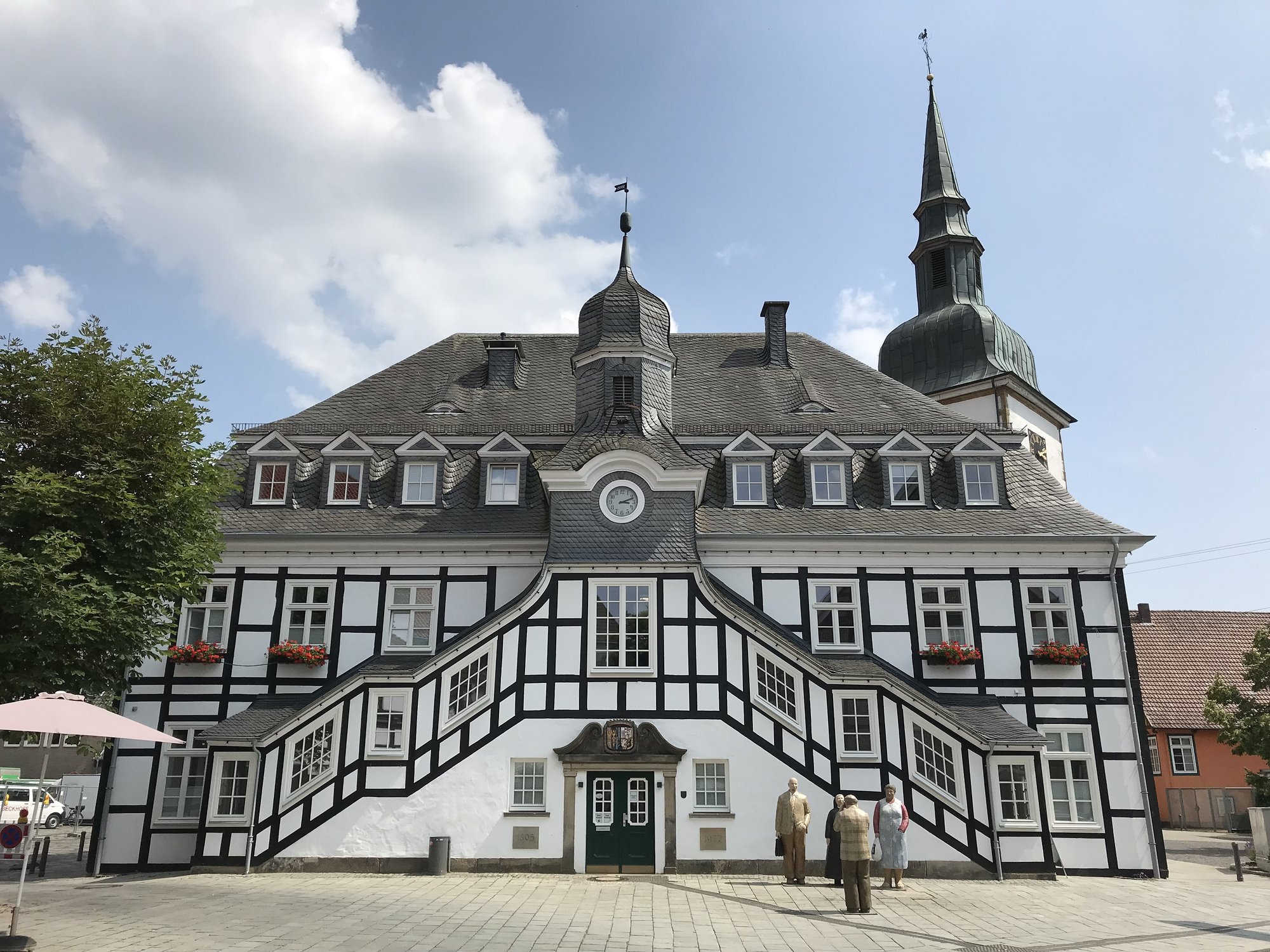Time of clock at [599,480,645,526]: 3:11
